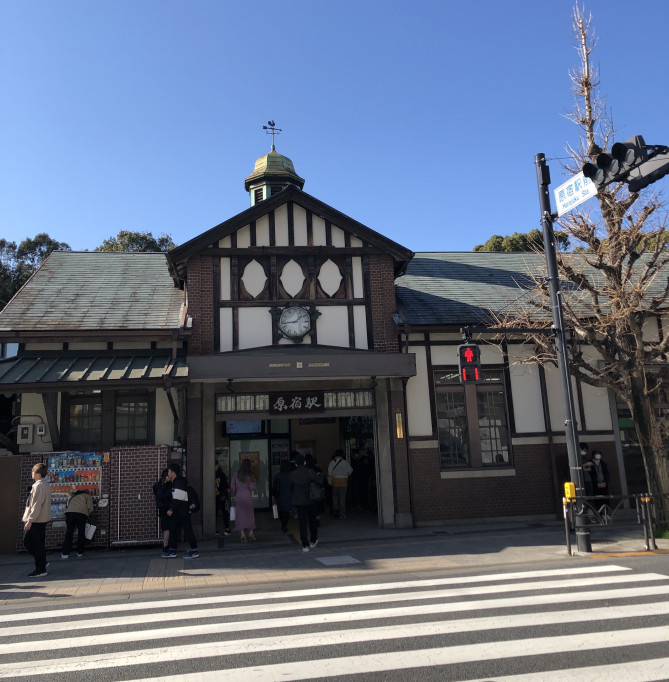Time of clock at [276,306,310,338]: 1:43
